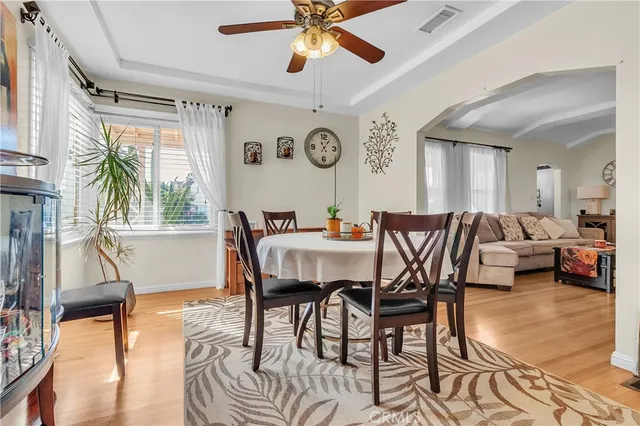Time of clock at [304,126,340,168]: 11:06
